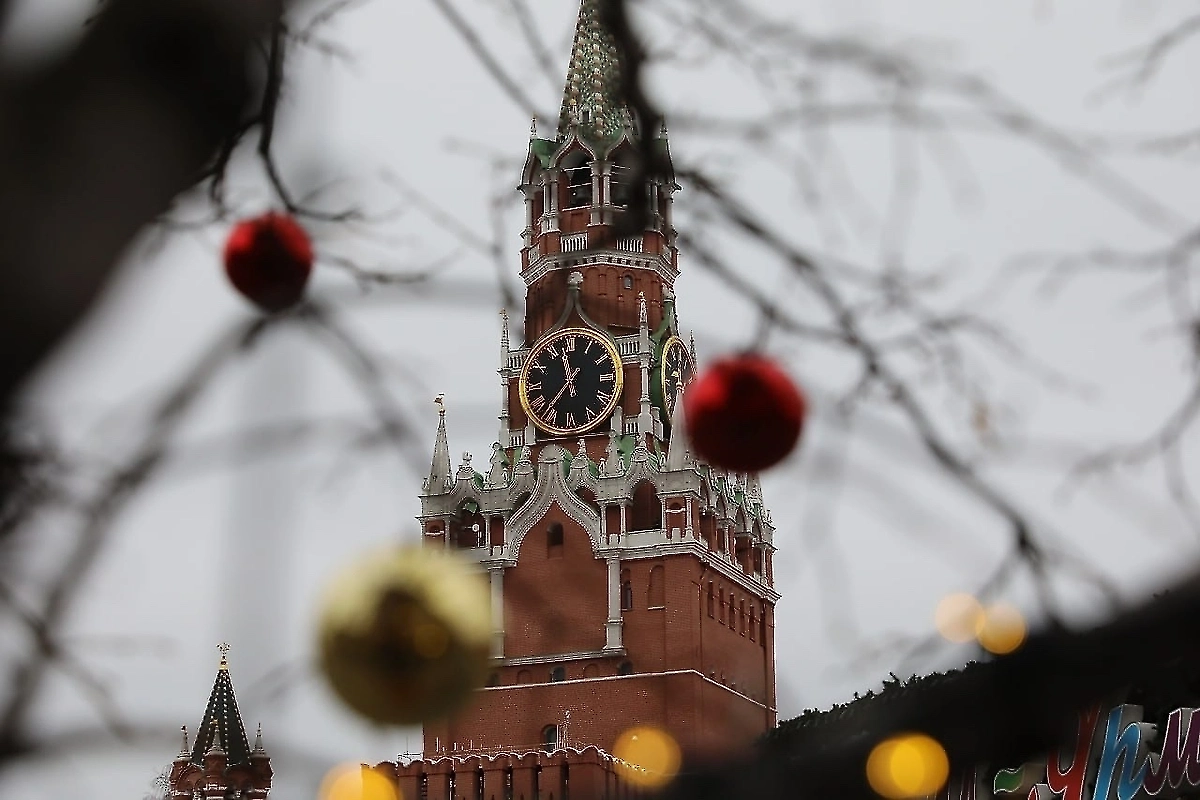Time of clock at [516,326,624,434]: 11:36
